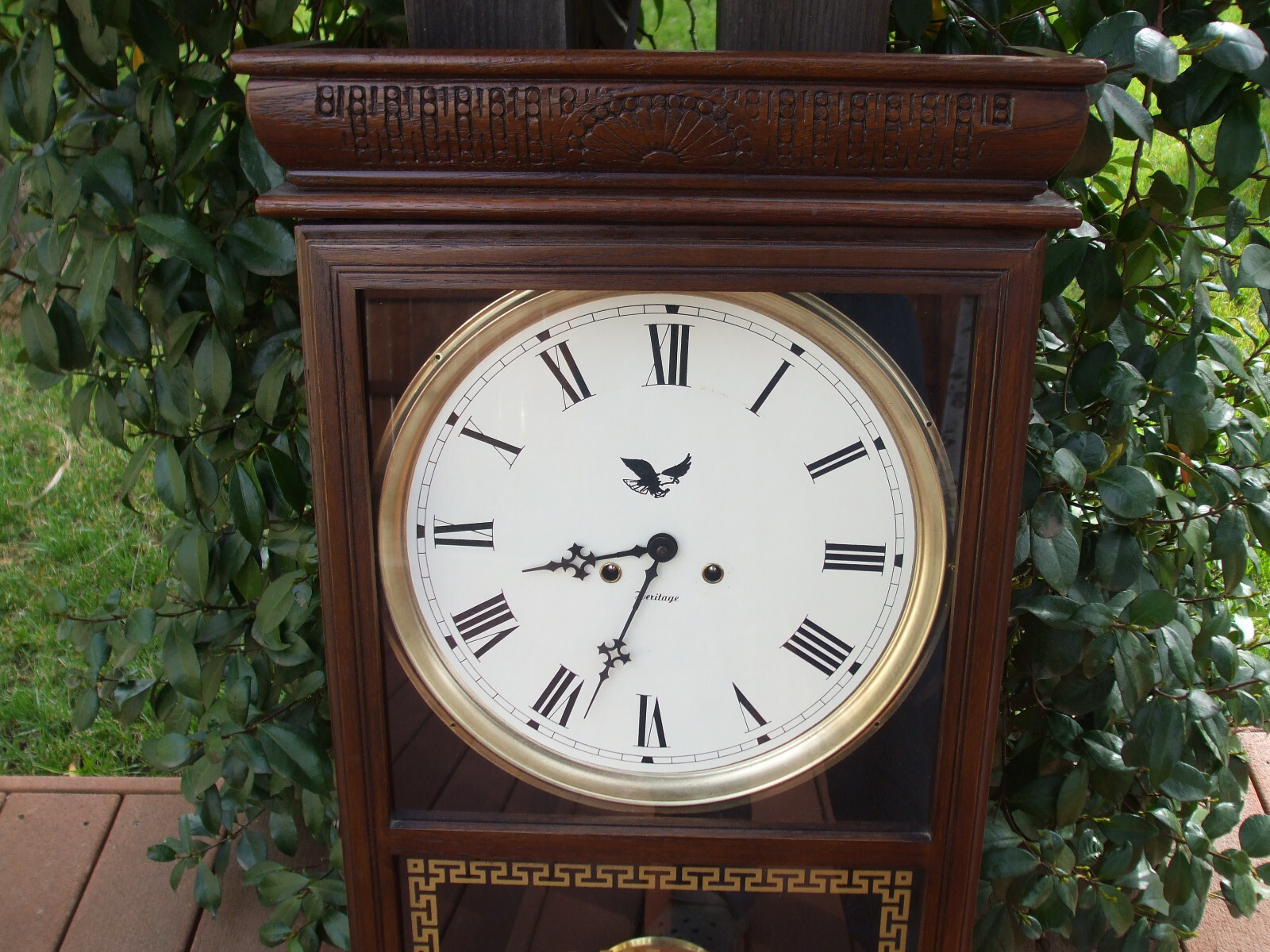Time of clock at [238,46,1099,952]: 8:33
